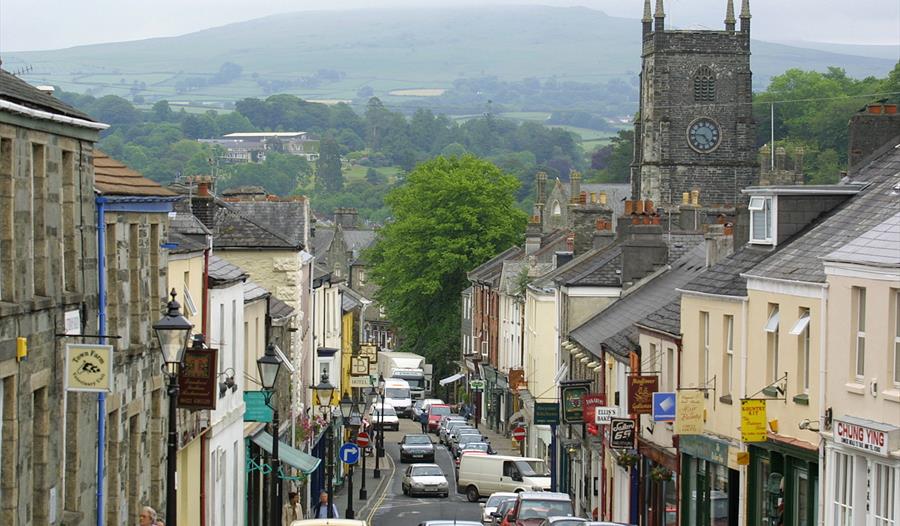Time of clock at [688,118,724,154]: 4:45
